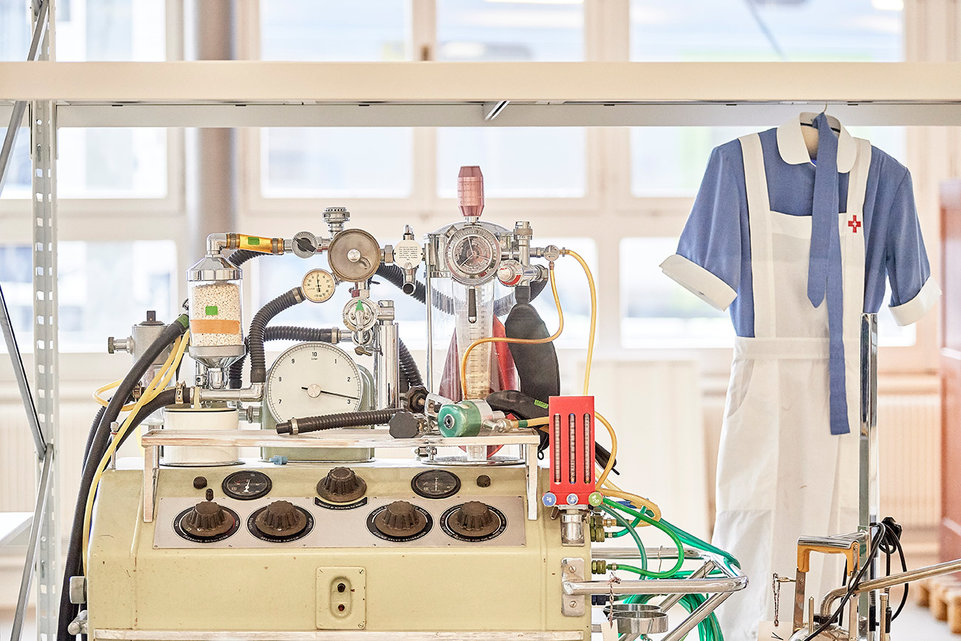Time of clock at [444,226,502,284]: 11:37
